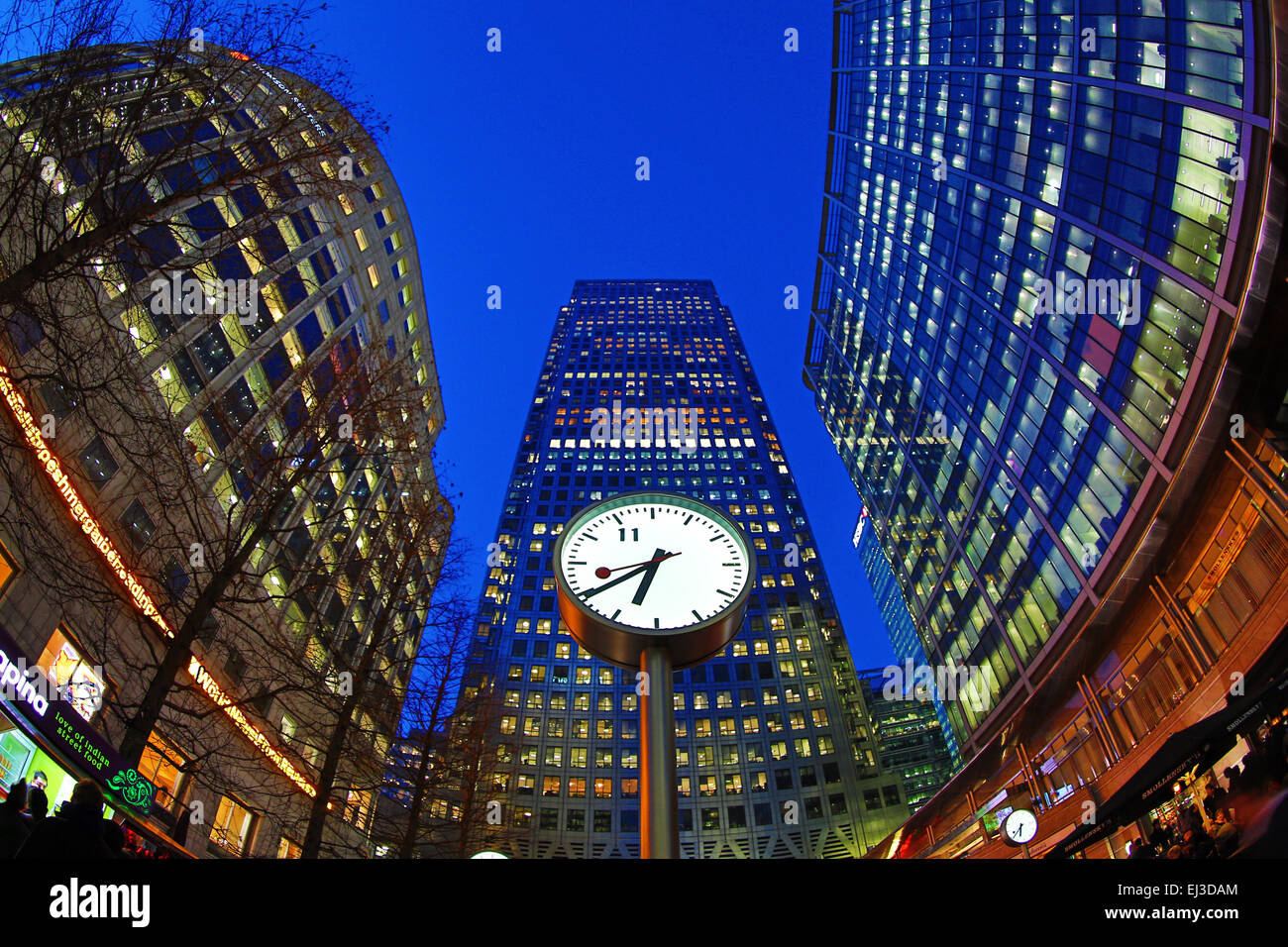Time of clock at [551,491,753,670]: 6:39
